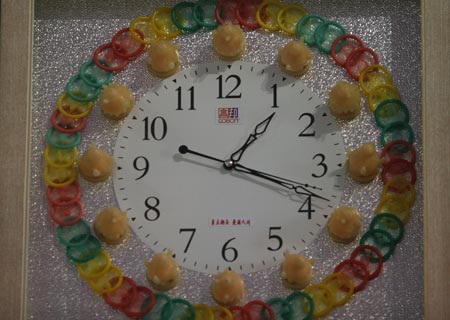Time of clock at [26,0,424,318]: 1:18
